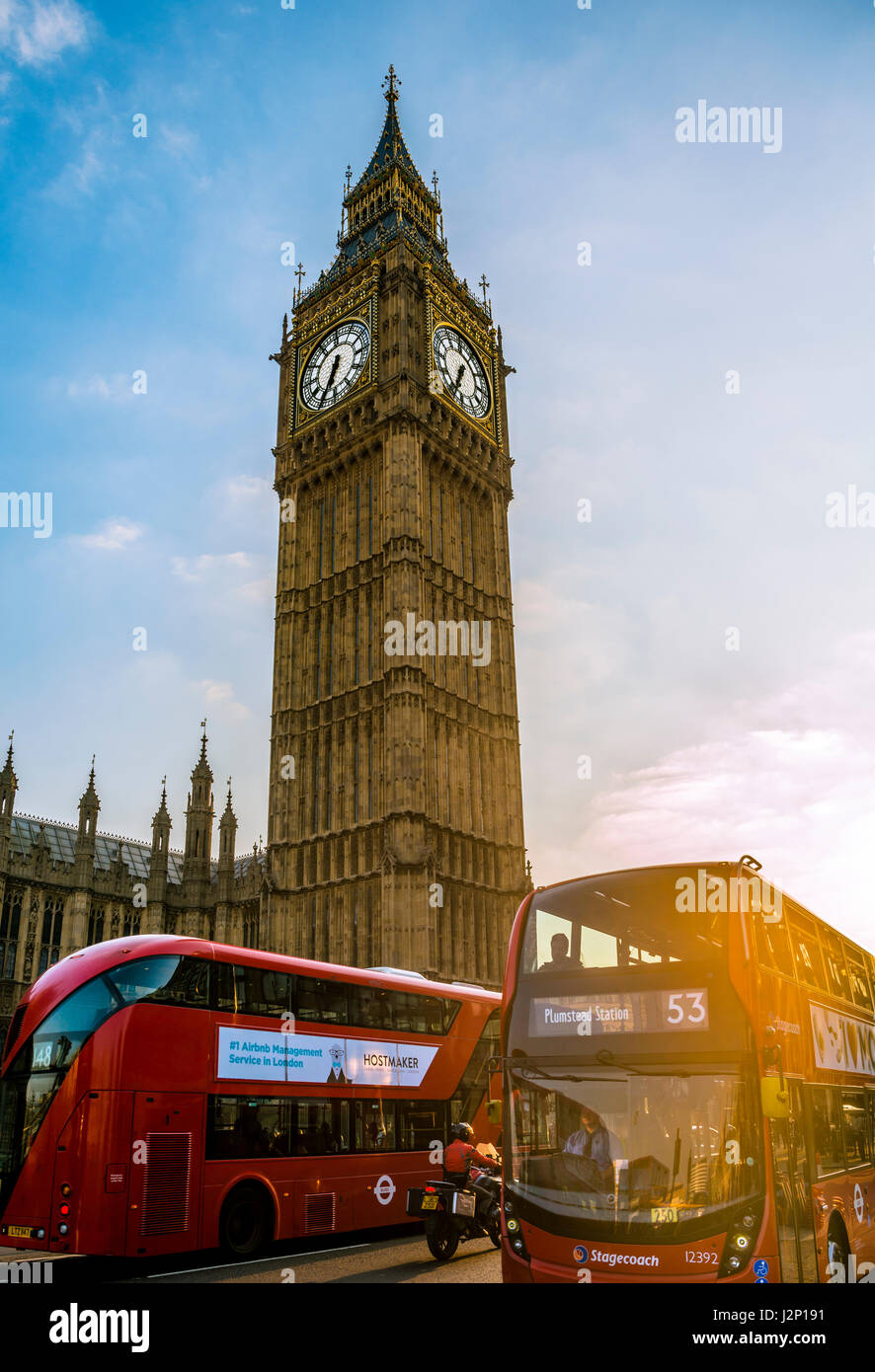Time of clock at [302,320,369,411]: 6:34
